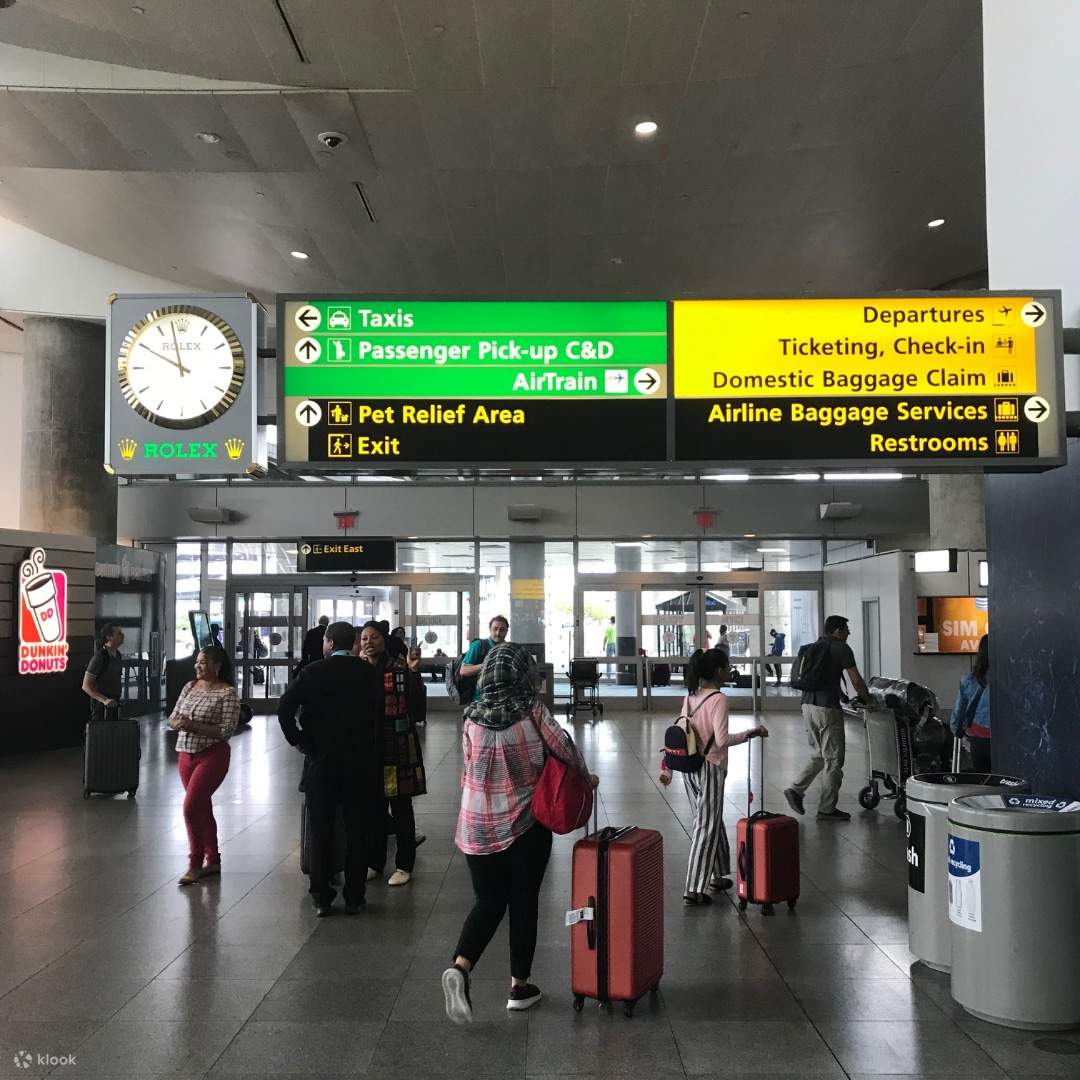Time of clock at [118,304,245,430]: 9:57
